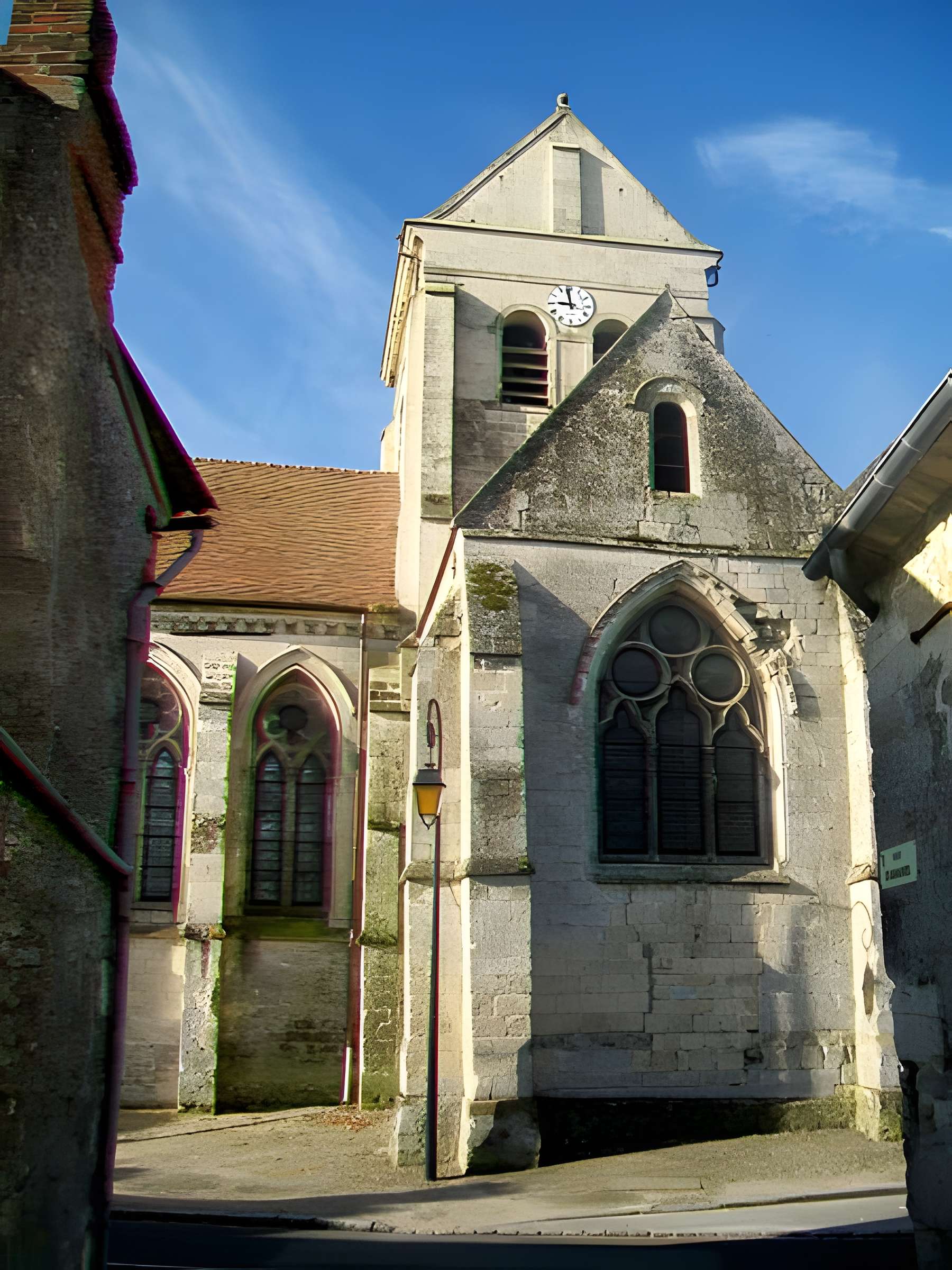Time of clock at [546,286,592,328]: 8:58
